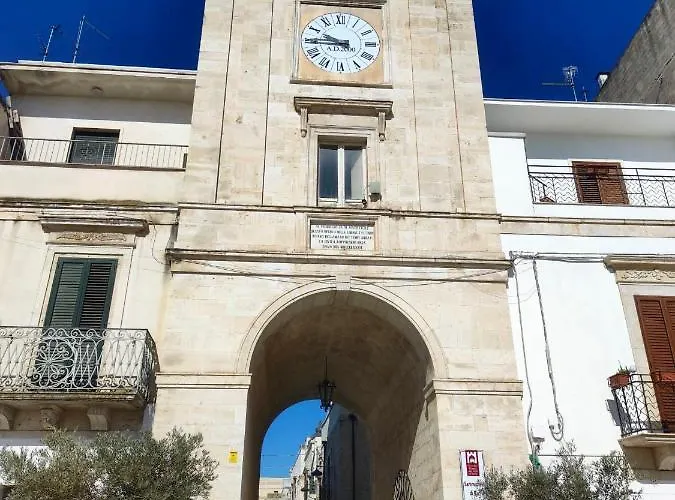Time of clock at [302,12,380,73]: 9:45
